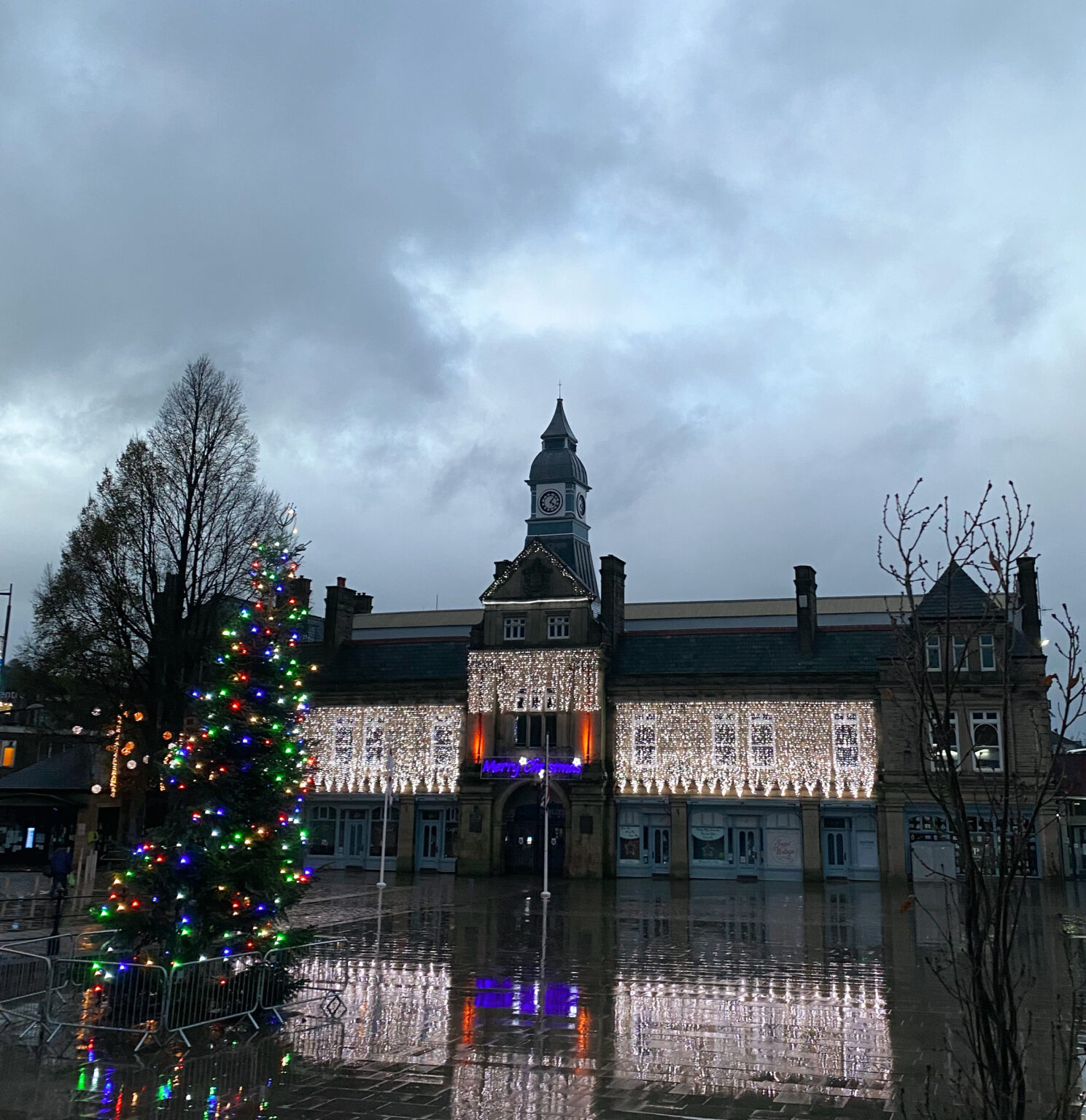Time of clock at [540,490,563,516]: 4:06
